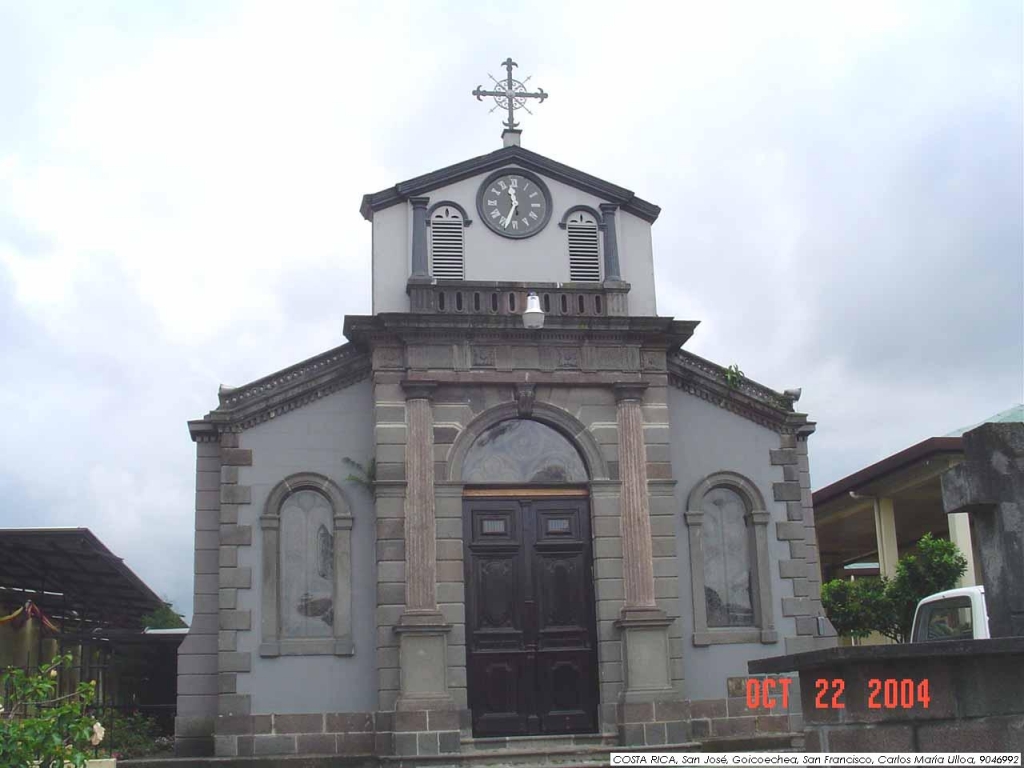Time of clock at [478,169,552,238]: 11:33
